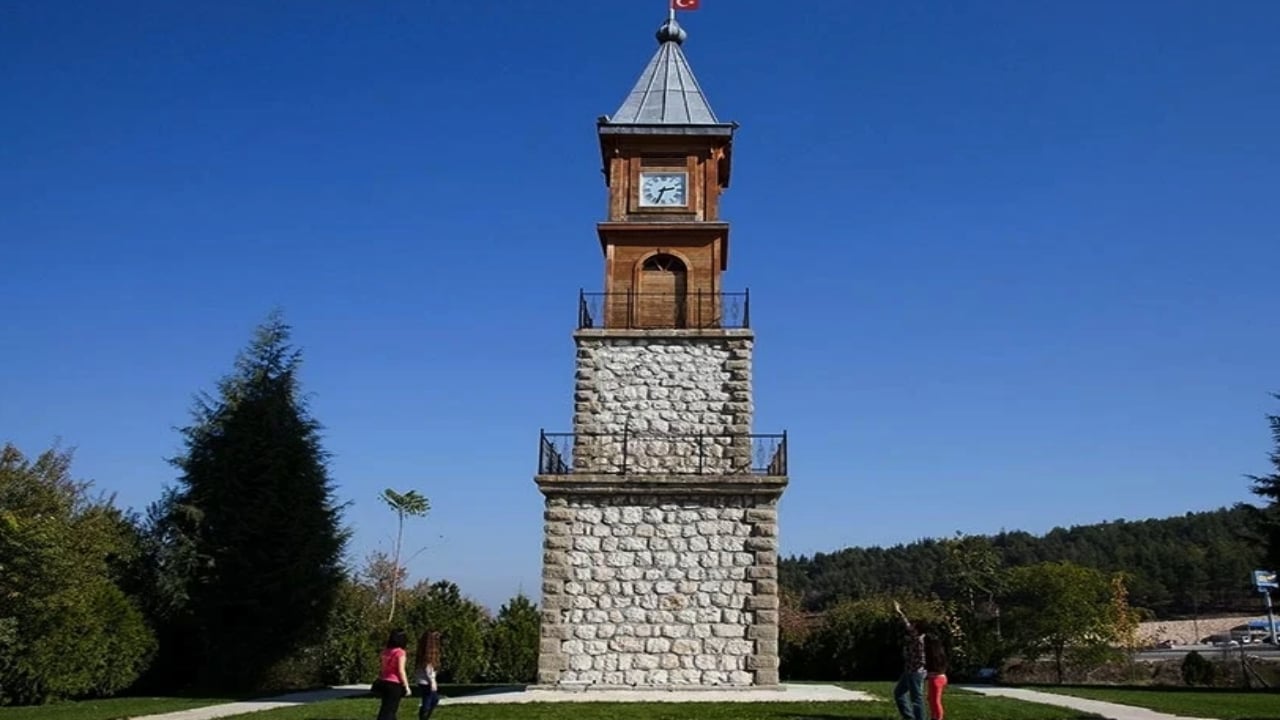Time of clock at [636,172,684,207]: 2:33
